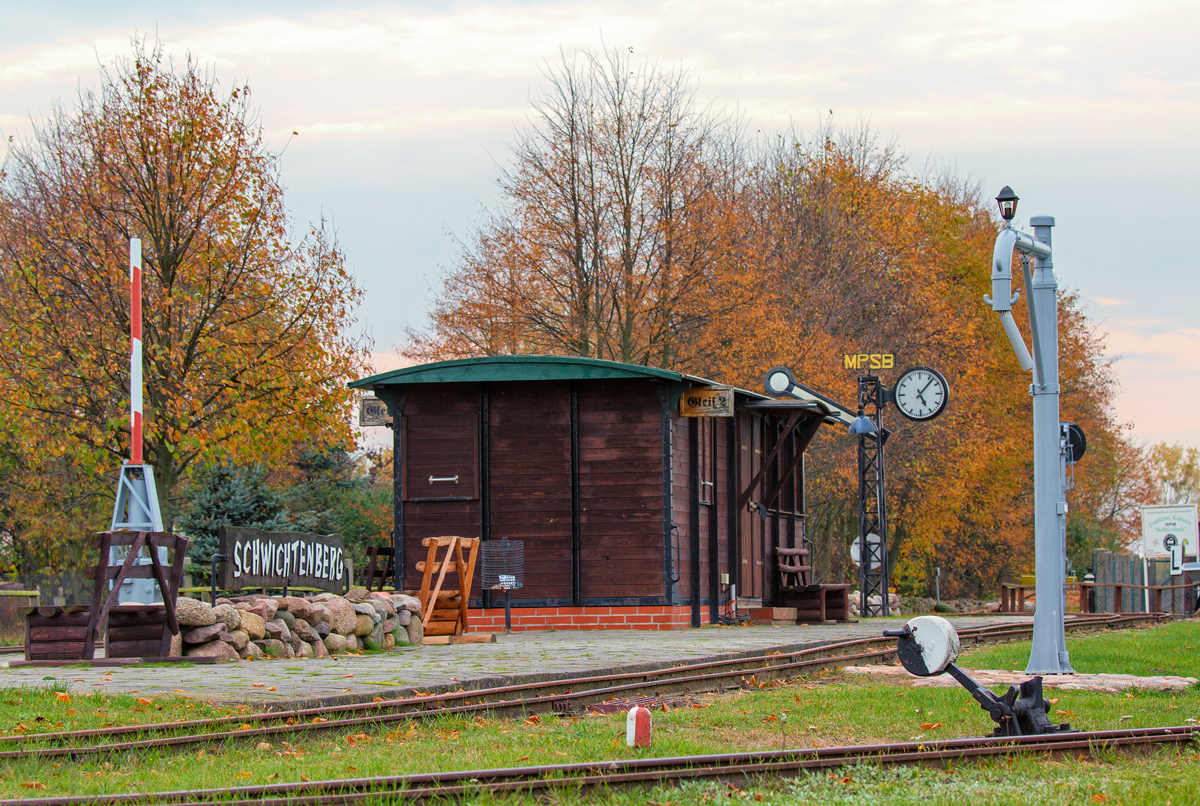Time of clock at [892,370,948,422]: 5:06
